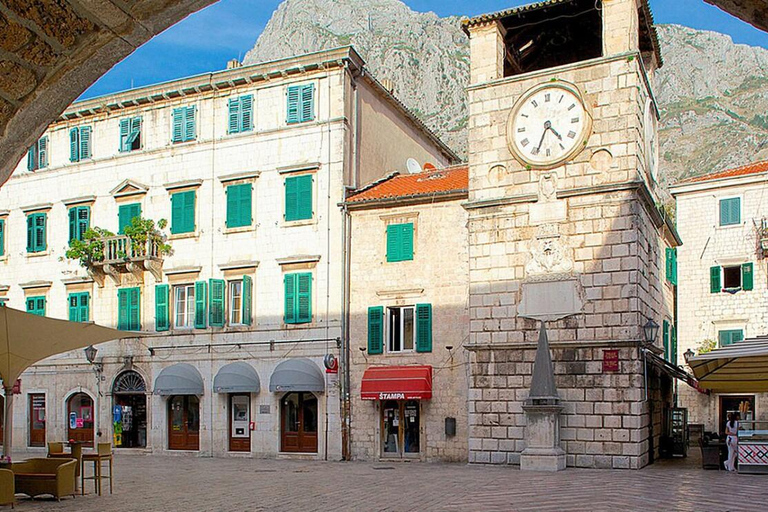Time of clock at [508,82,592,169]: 4:34
